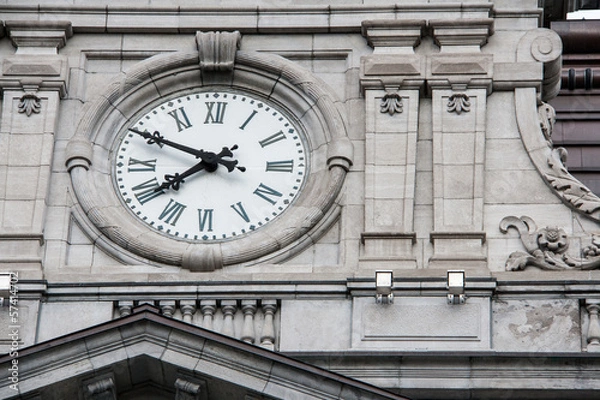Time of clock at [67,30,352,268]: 7:49
